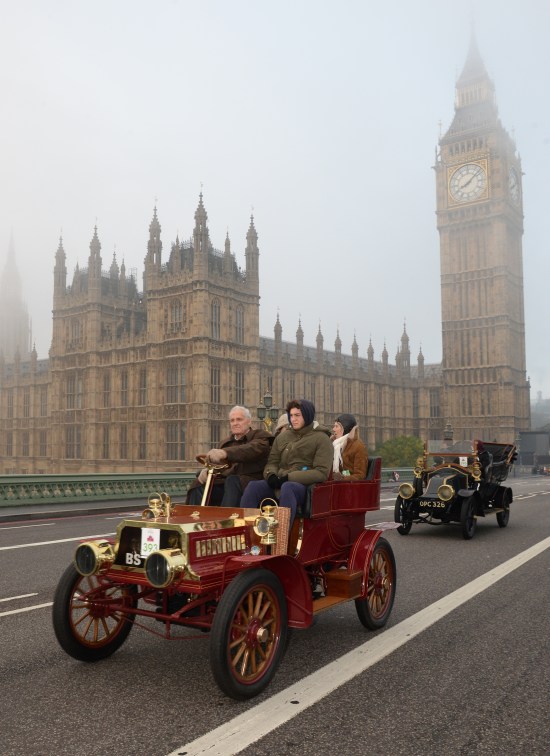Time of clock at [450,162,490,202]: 8:07
